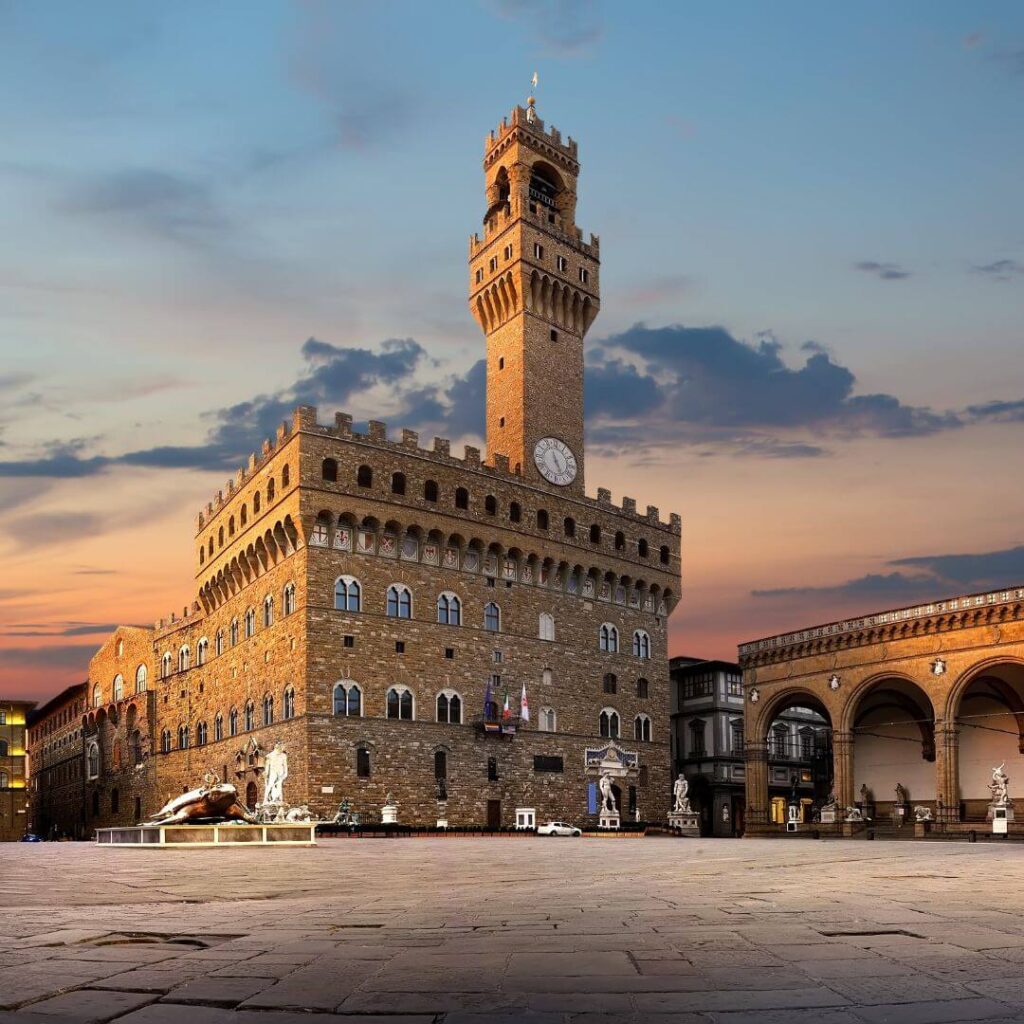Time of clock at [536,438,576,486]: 4:57
